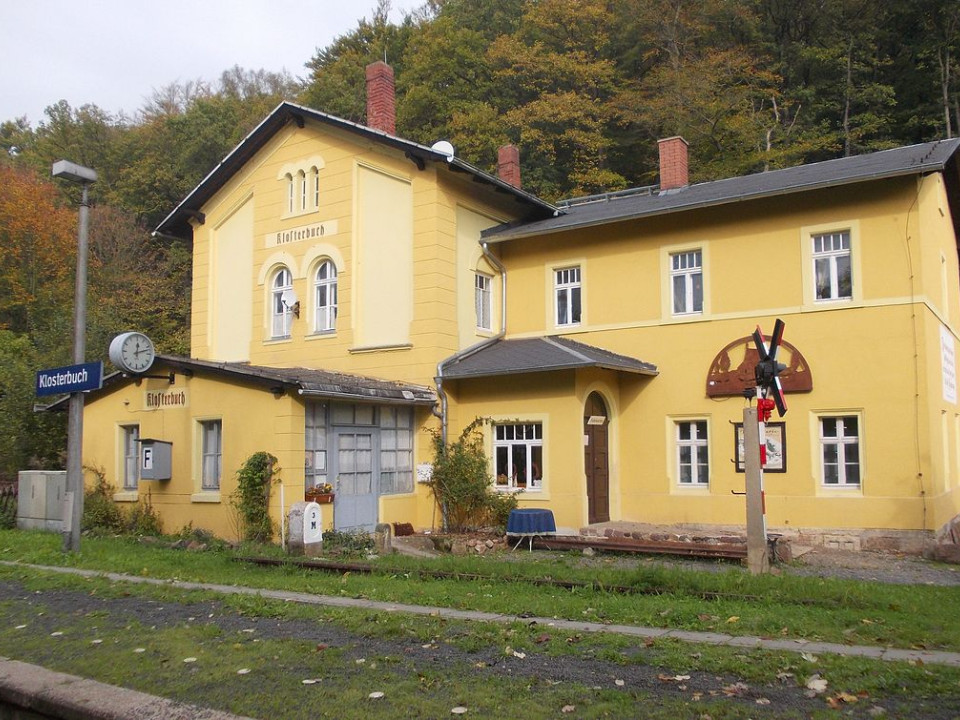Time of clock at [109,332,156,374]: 12:12
